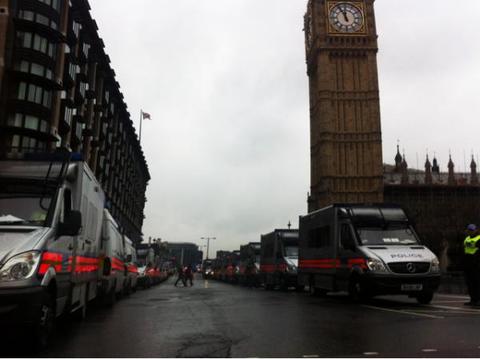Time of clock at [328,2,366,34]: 11:55
